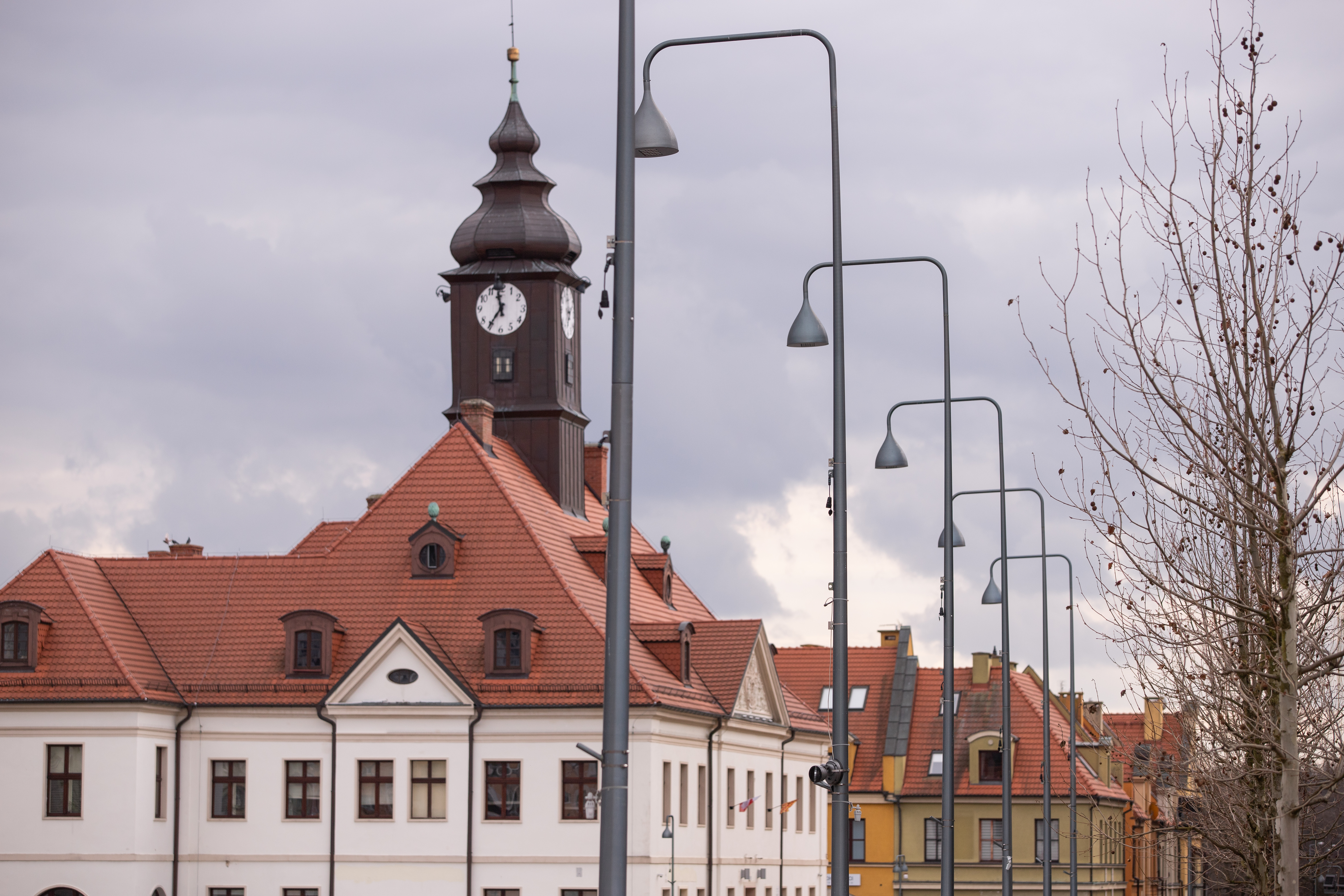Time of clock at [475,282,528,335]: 11:35
